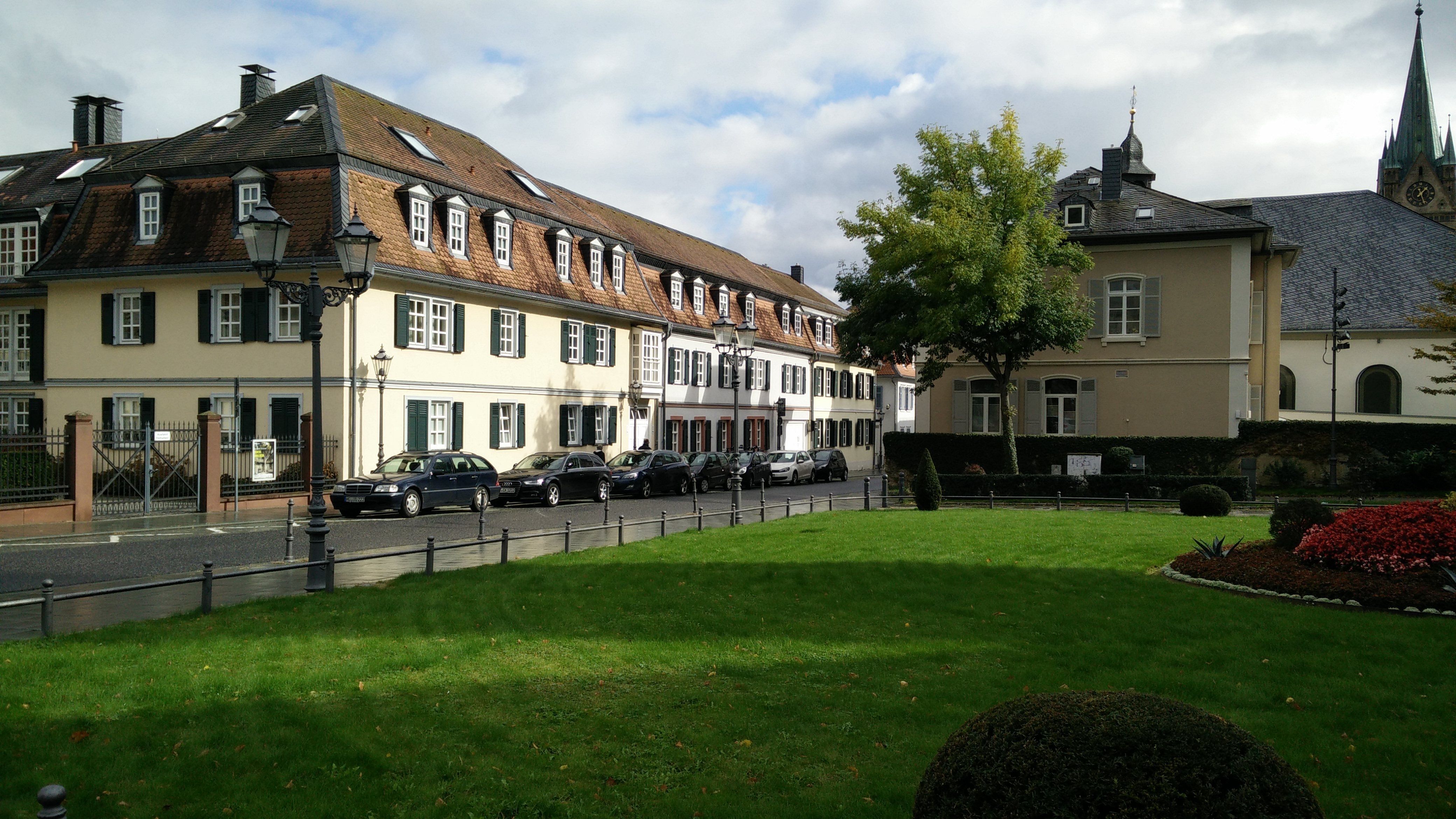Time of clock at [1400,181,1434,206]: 1:26
